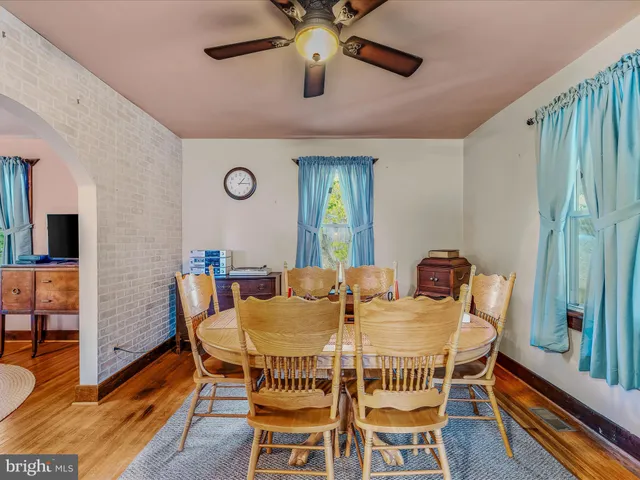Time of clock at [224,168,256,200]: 1:14
